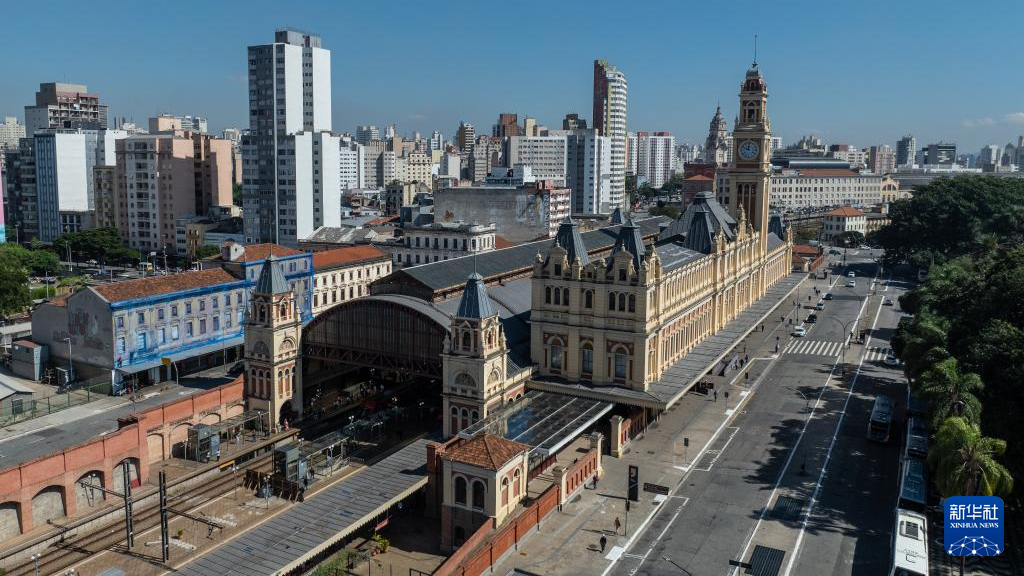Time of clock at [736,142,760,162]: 11:50
